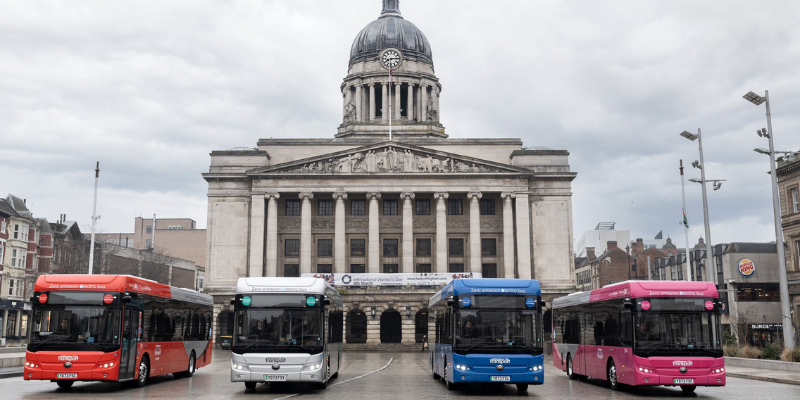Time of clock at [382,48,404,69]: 8:14
